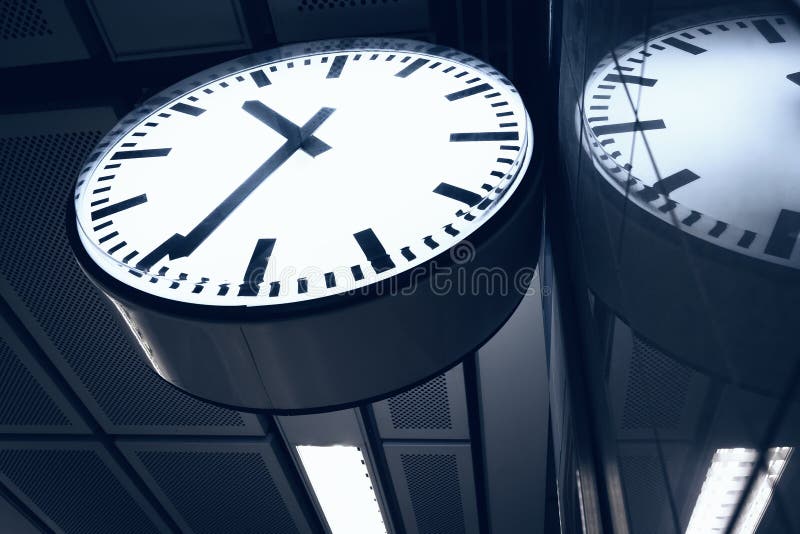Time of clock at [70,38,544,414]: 10:34
